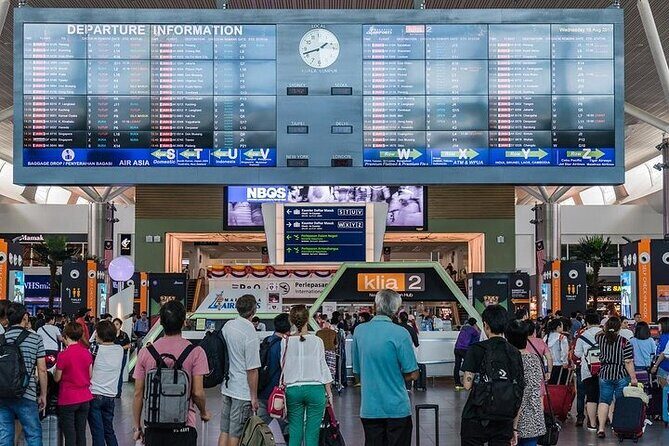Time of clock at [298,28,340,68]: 1:42
